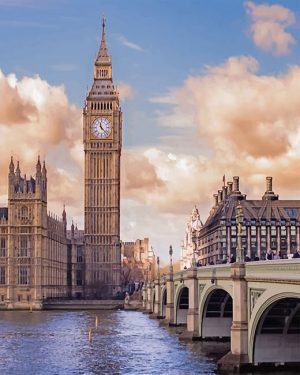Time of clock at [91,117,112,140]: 11:22
